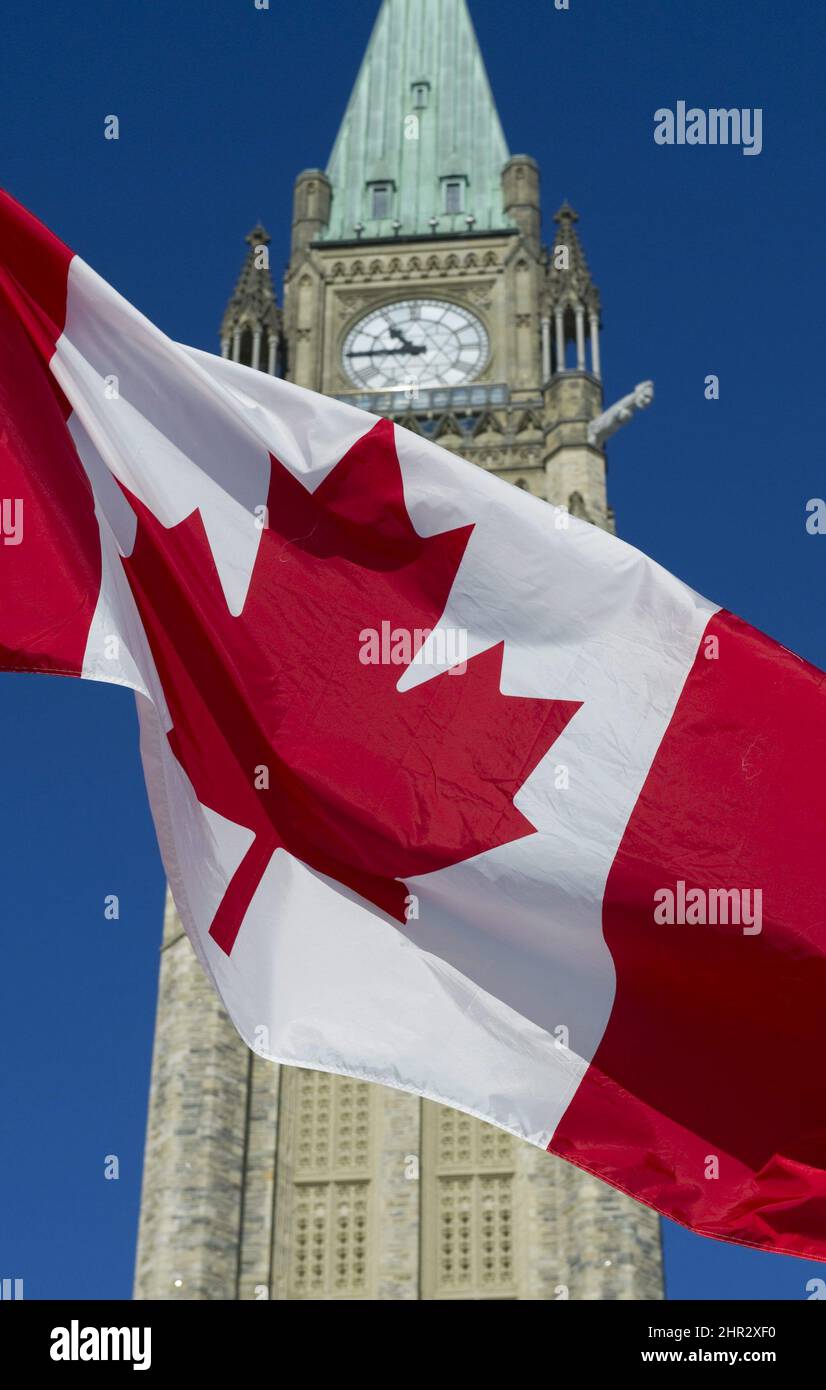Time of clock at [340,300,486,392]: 10:45
